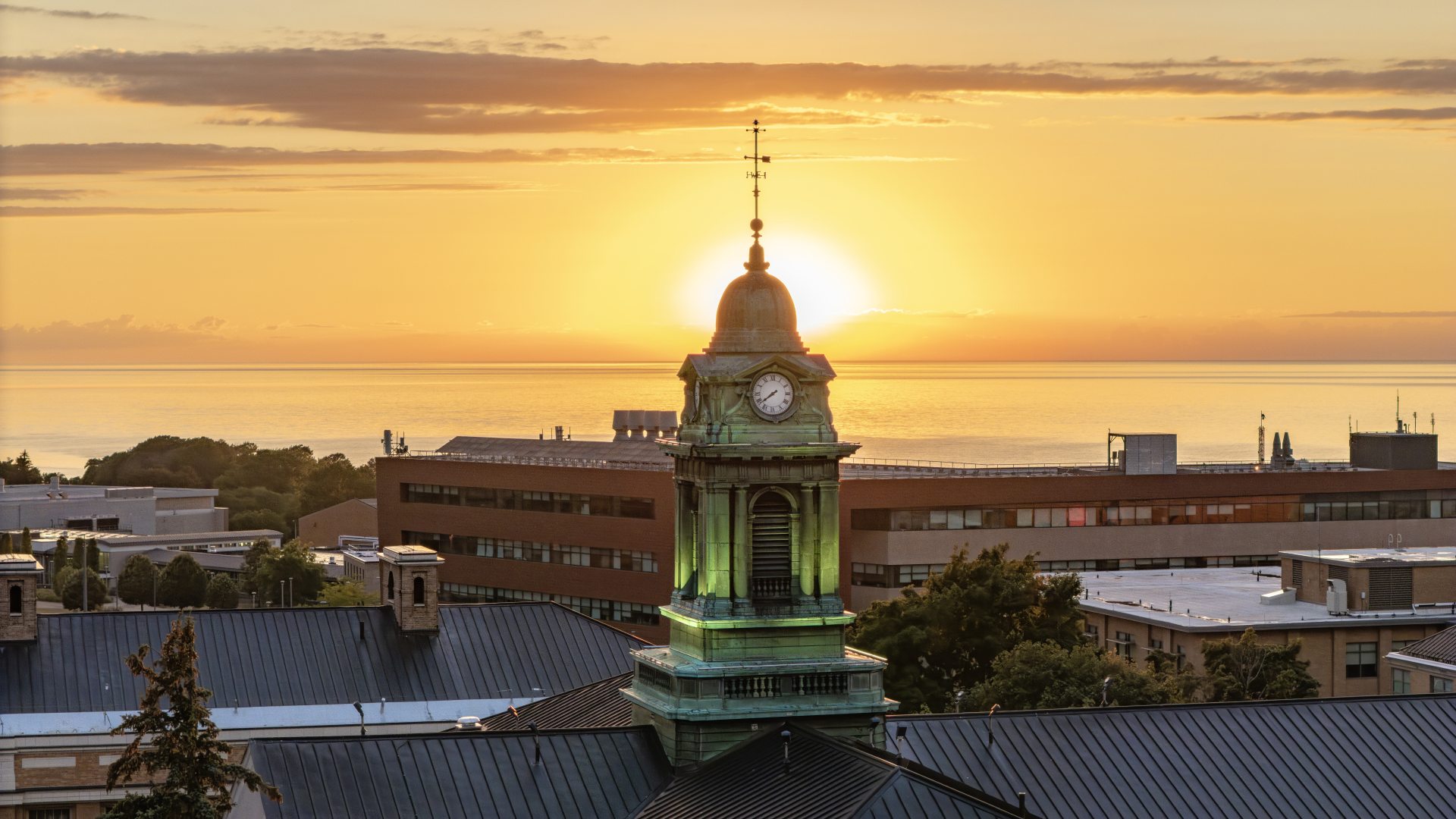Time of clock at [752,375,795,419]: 7:38
